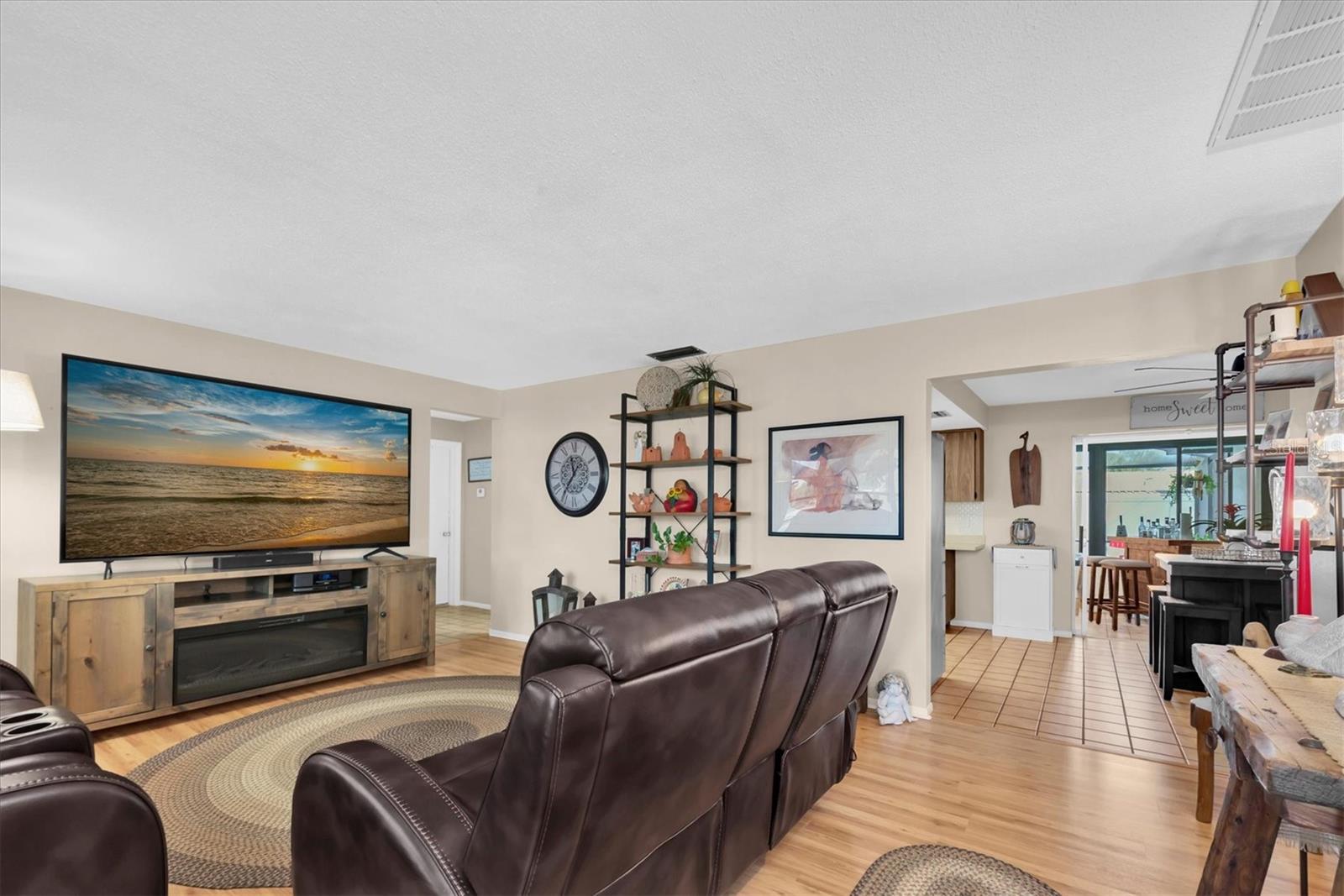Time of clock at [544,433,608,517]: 11:35
